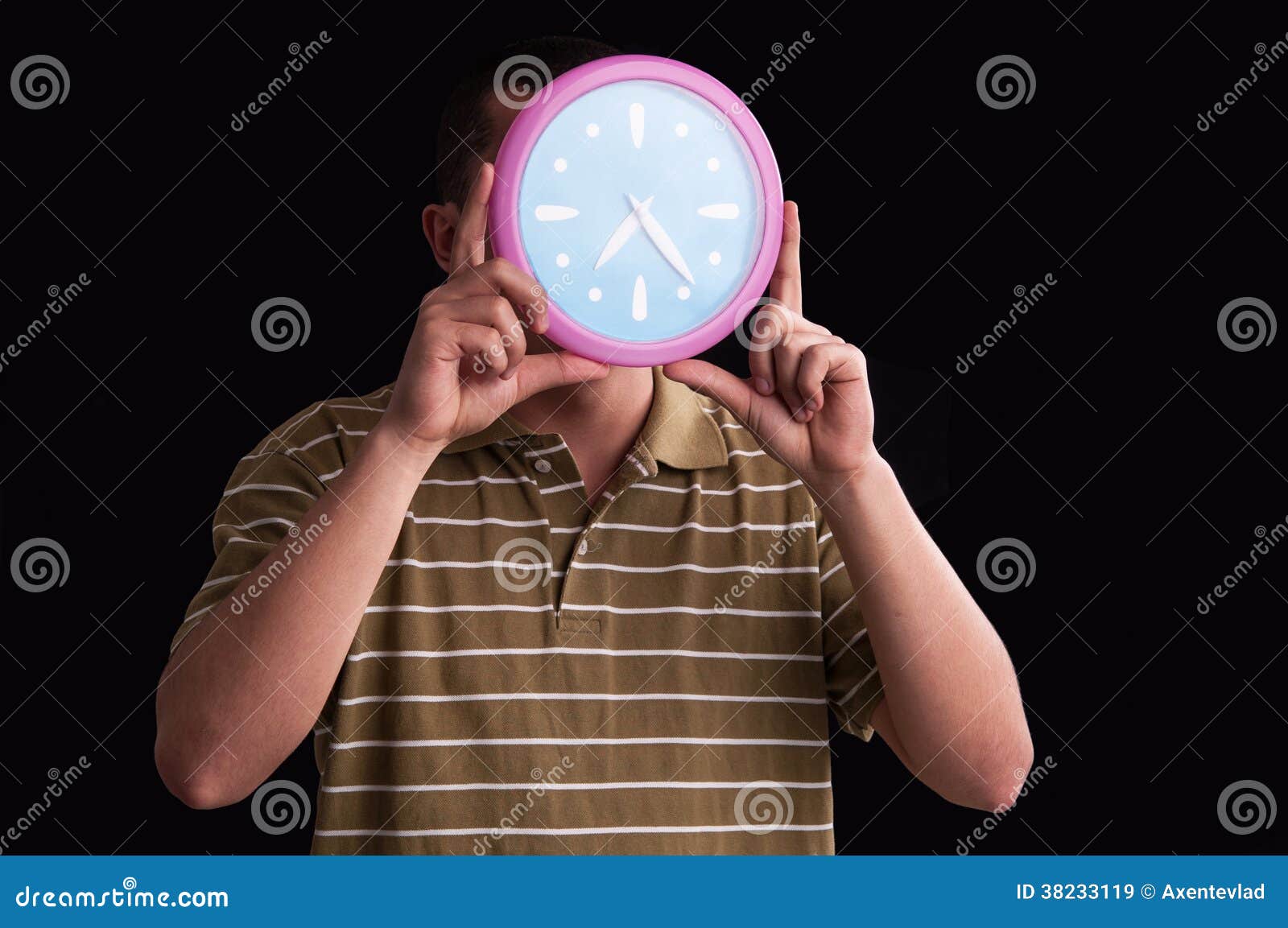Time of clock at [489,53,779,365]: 7:23
